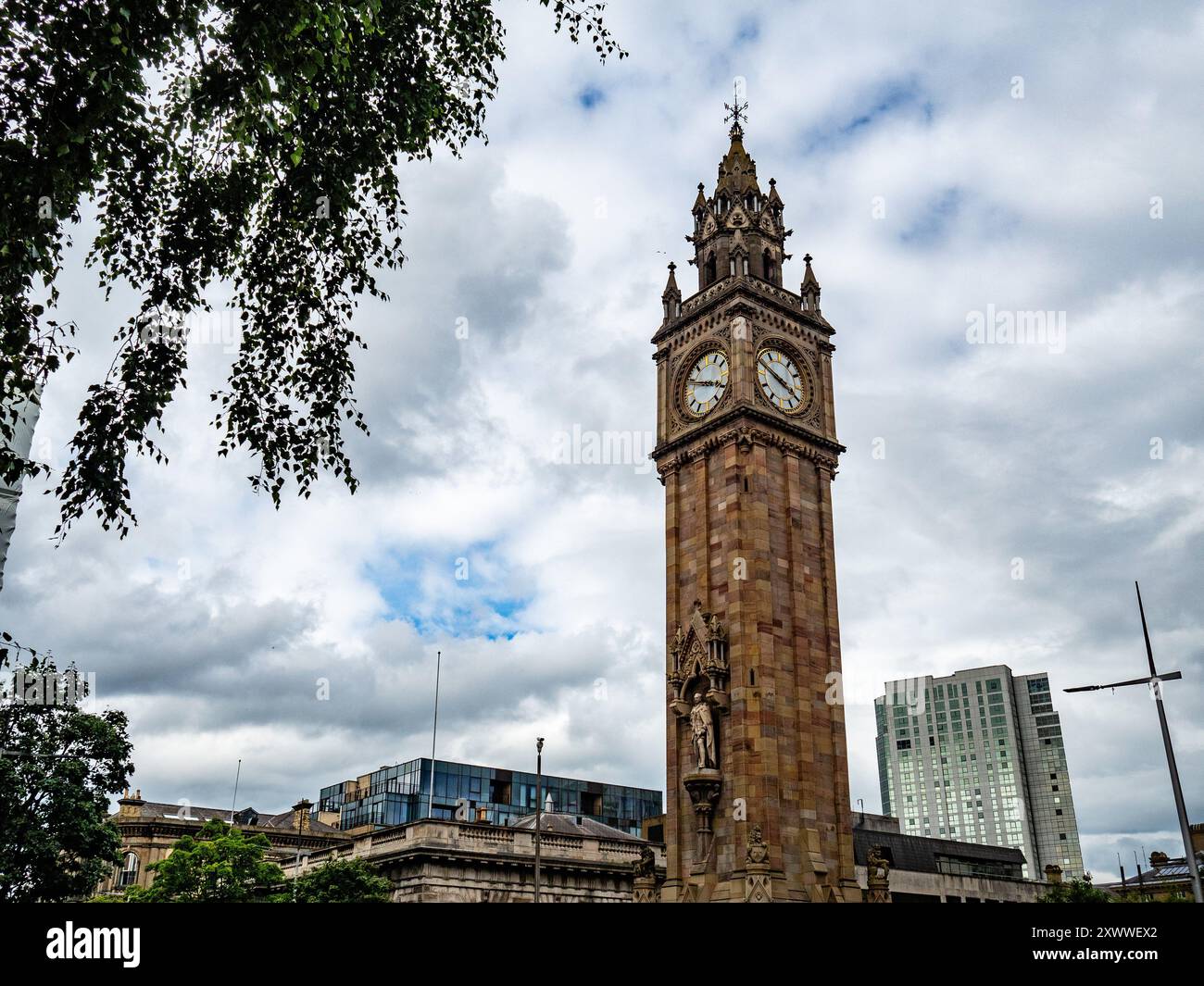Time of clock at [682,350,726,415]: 3:48
